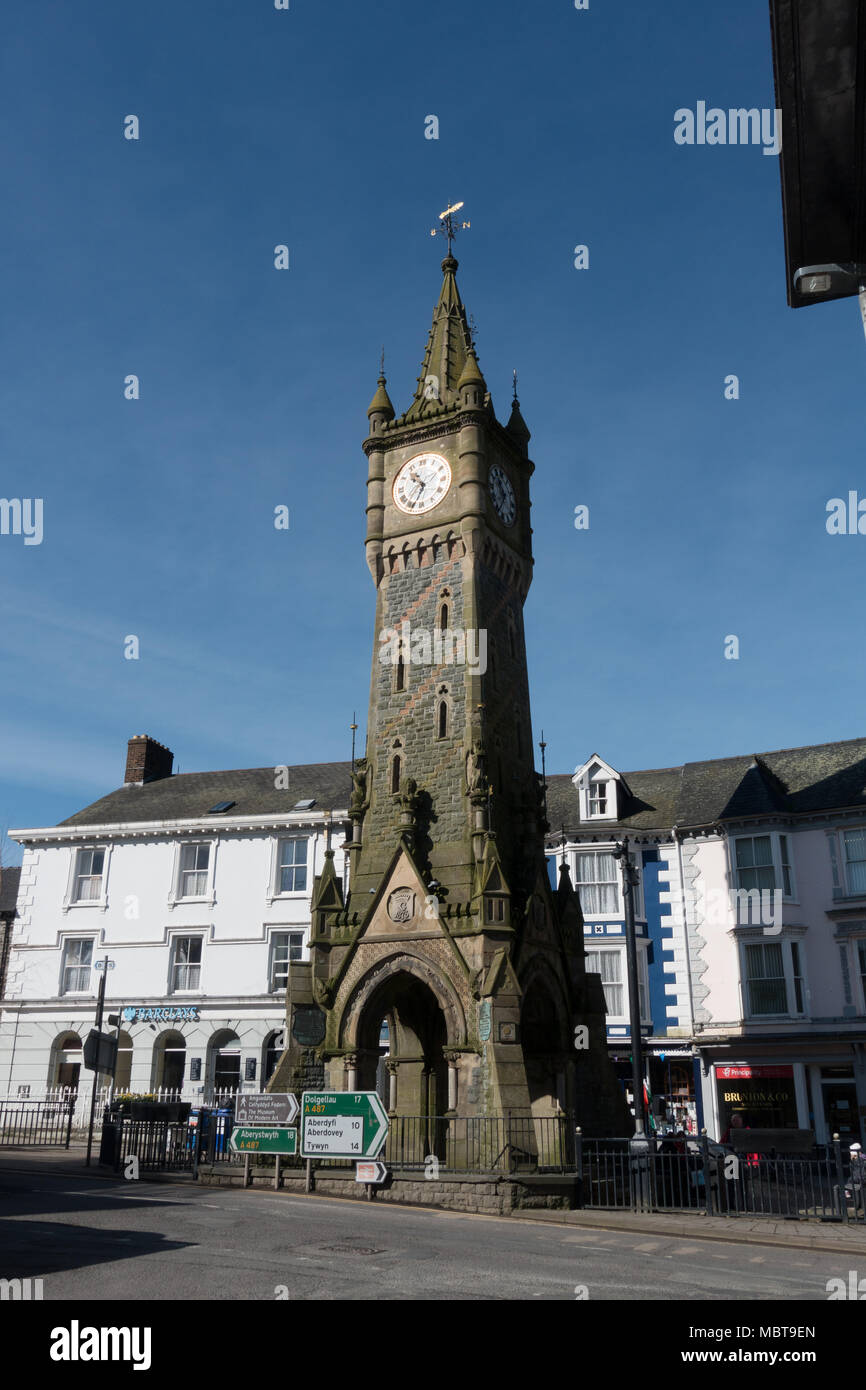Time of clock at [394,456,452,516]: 10:34
